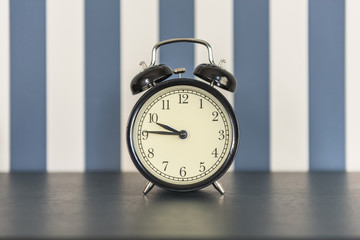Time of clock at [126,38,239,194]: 9:45
